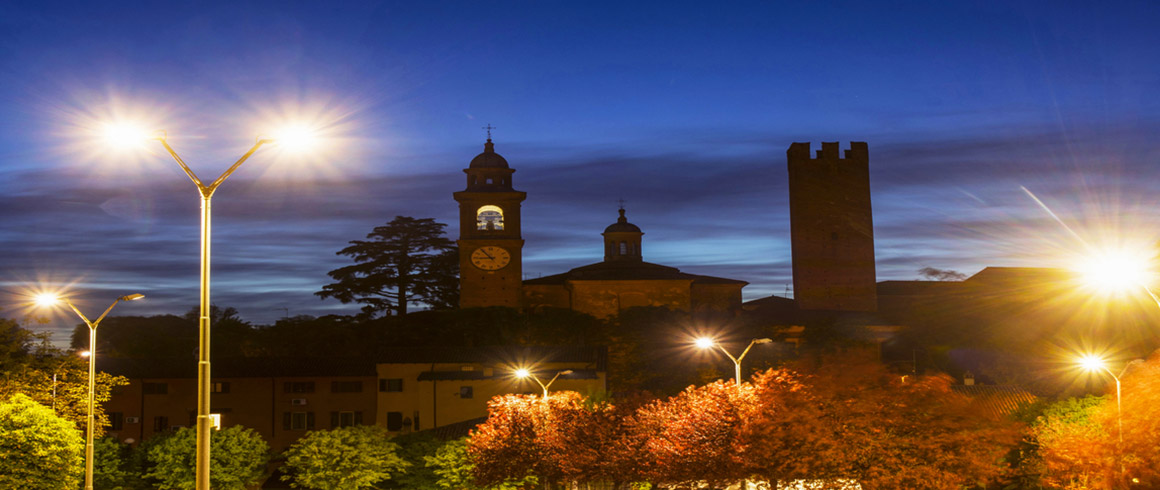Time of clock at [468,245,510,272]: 8:54
